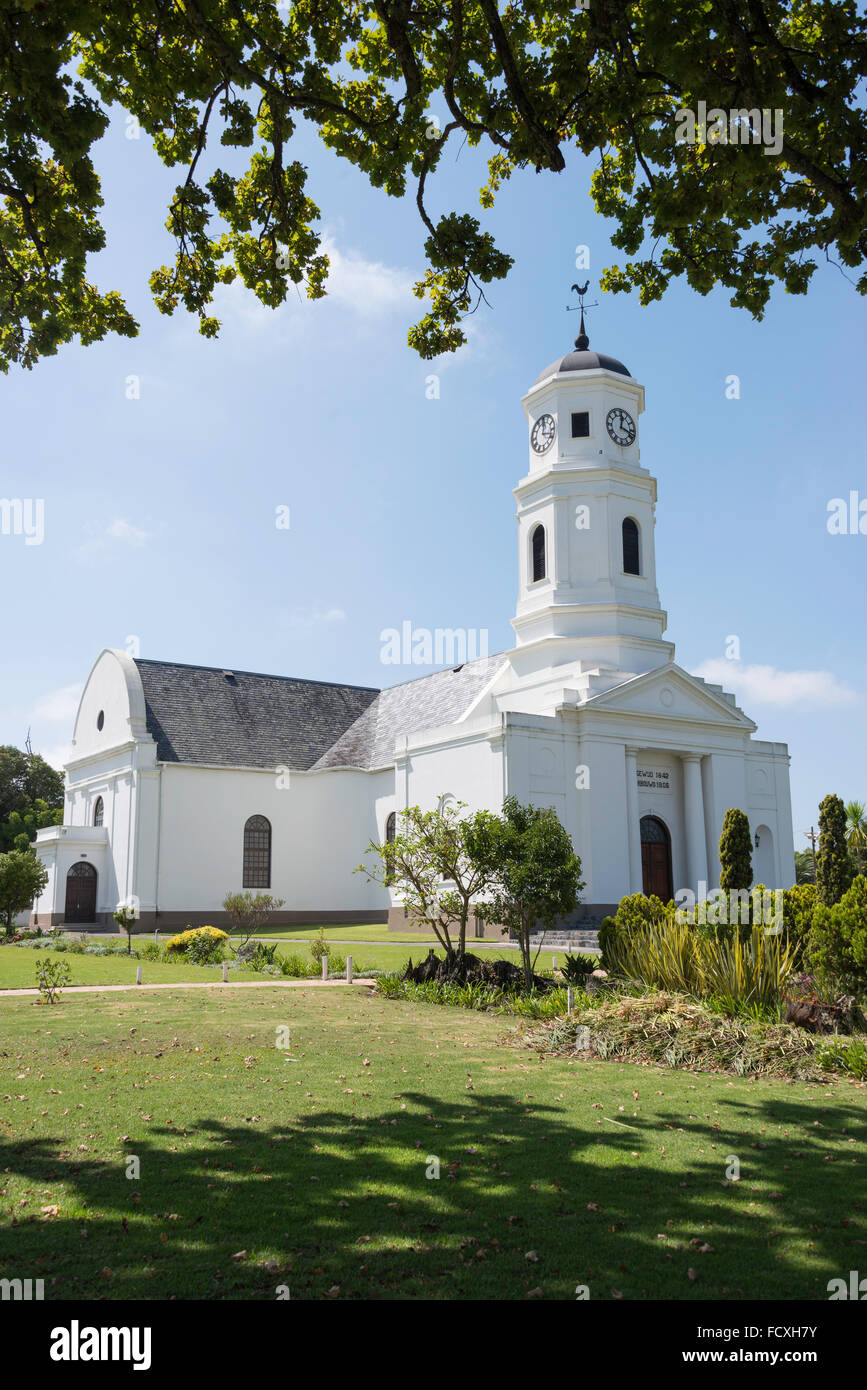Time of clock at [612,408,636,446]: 12:18
